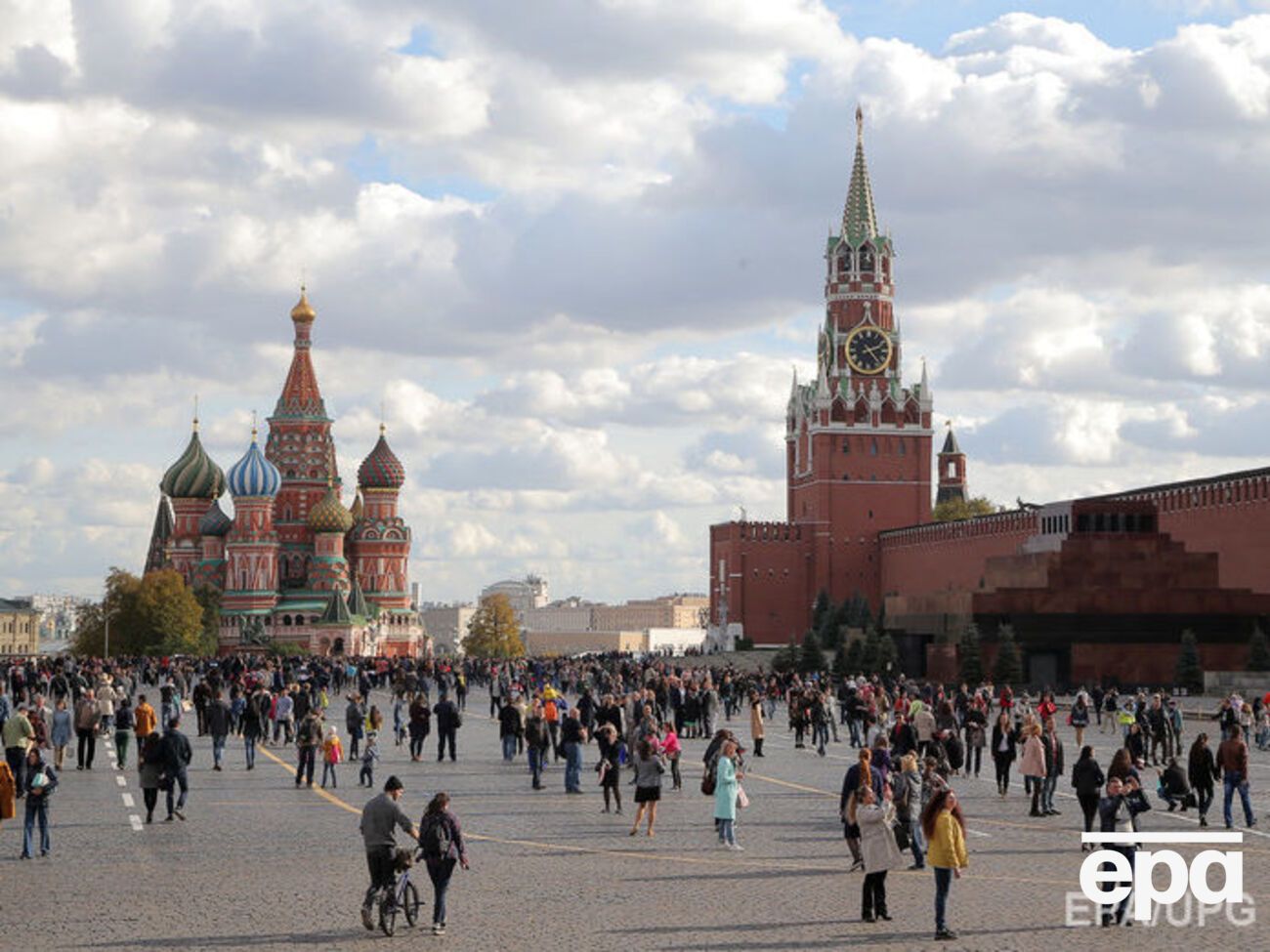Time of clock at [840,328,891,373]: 2:23
